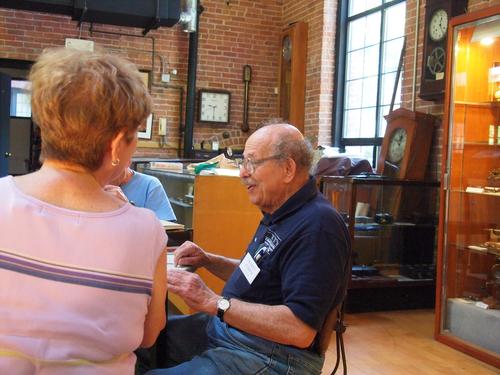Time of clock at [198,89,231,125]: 9:30
